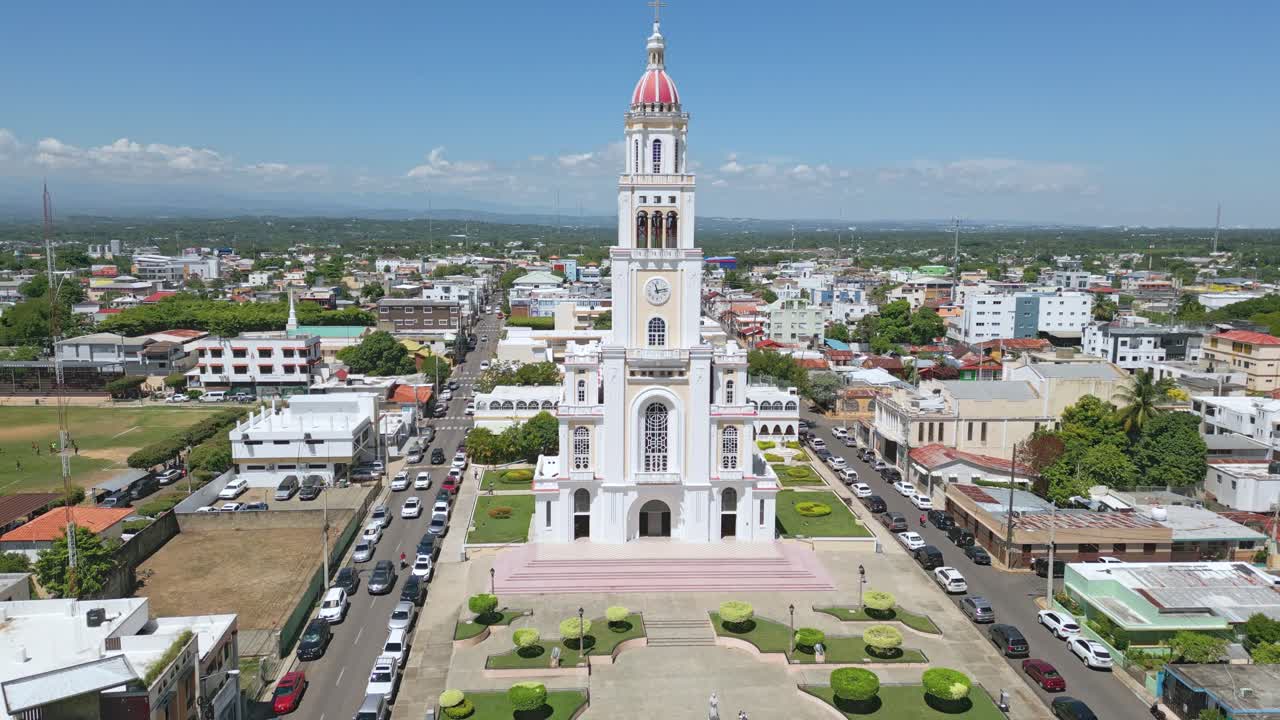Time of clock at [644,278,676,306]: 11:13
